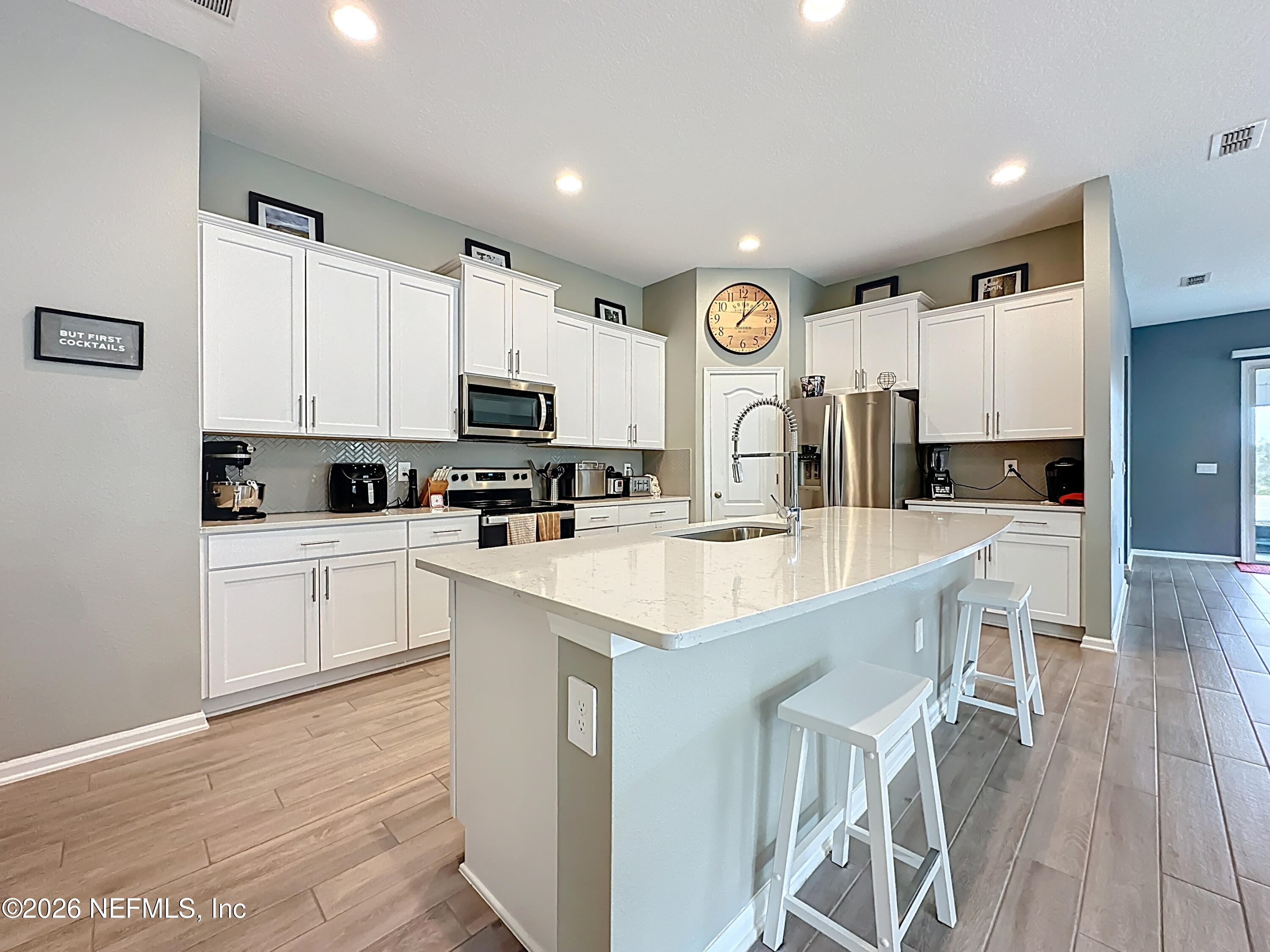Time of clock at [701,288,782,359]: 12:07
